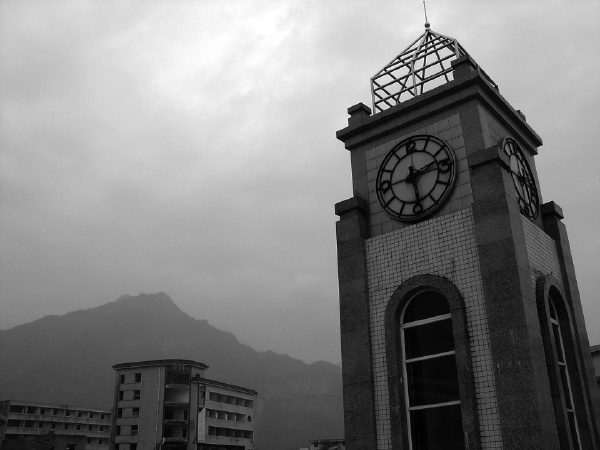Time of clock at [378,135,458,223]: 2:29
